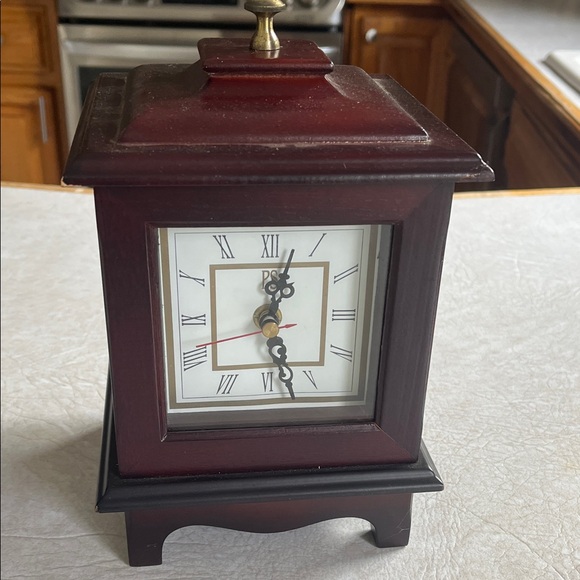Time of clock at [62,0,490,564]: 12:26
